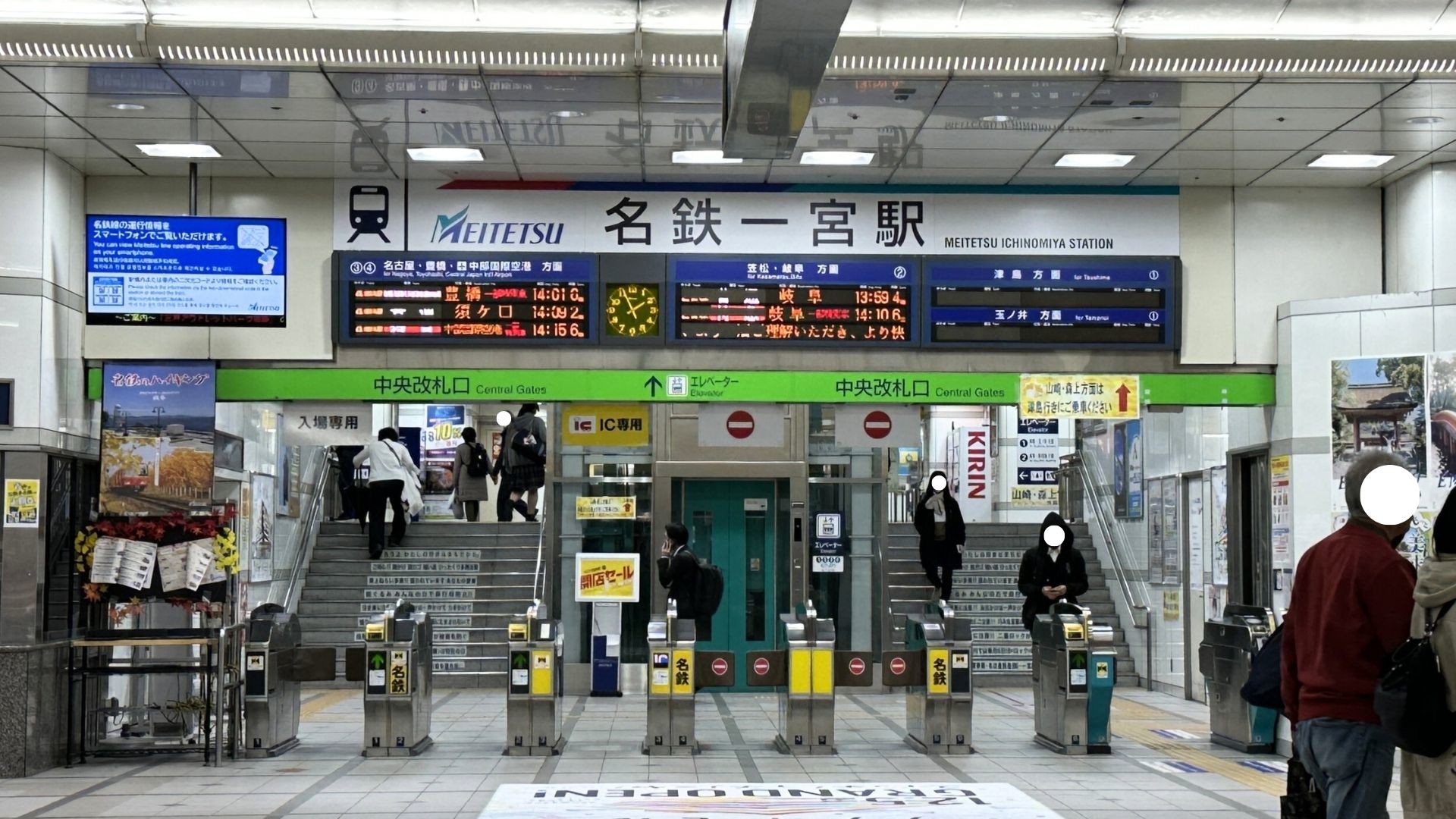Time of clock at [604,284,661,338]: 1:56
